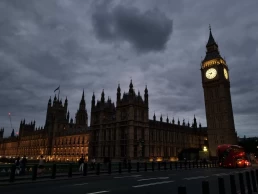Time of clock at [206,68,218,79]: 9:37
